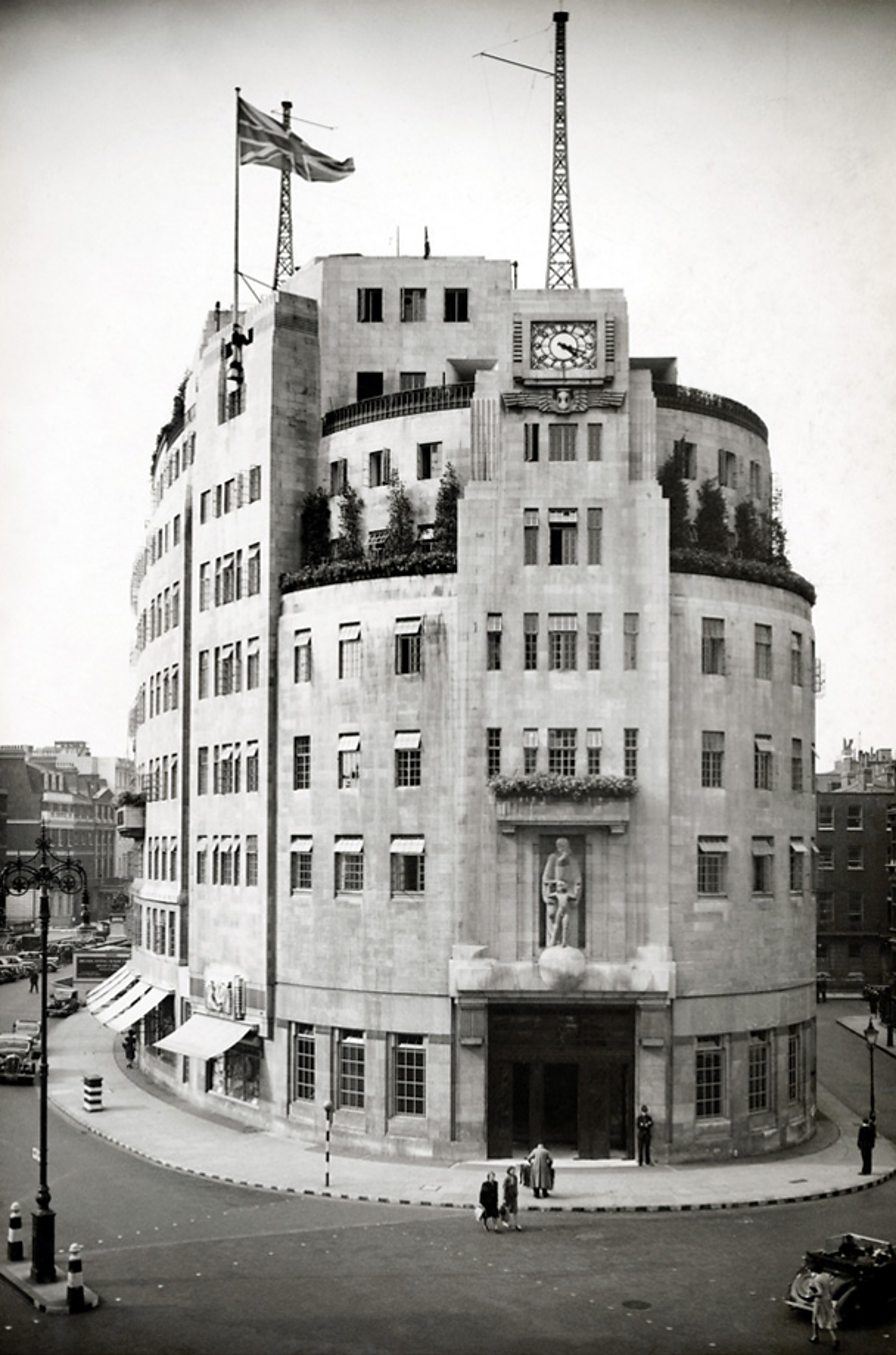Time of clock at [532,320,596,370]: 4:18
